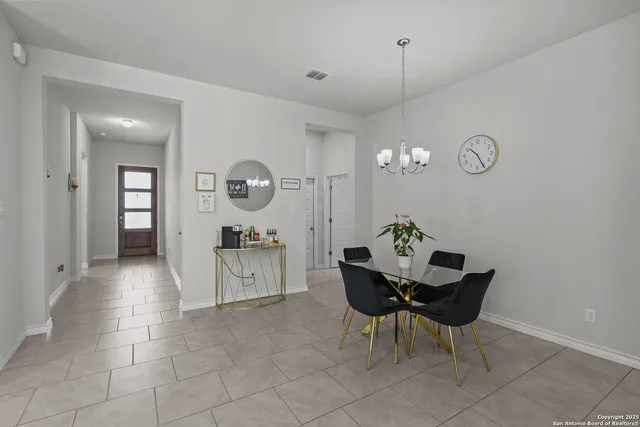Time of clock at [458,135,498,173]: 10:25
